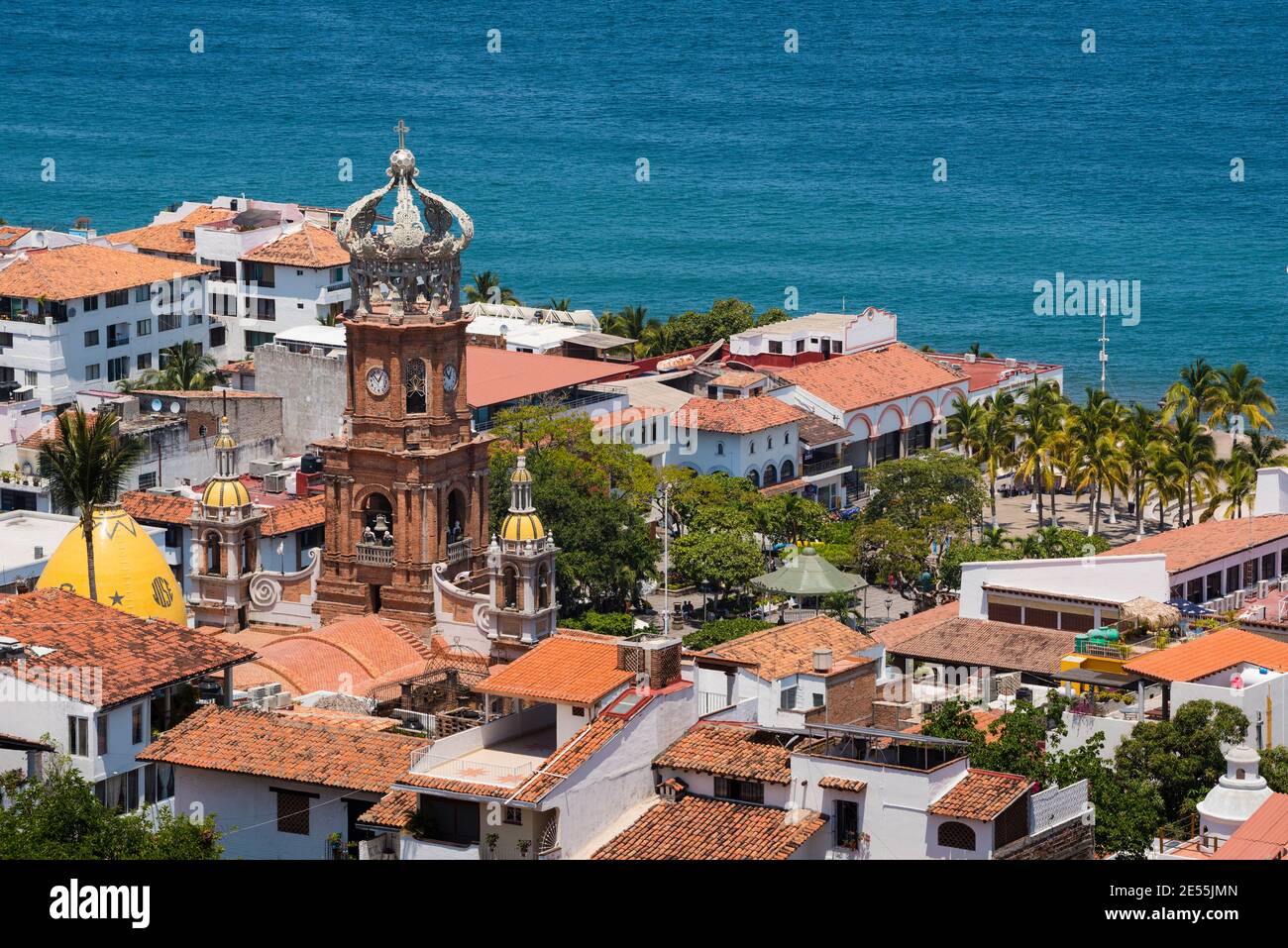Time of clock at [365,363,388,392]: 12:53
